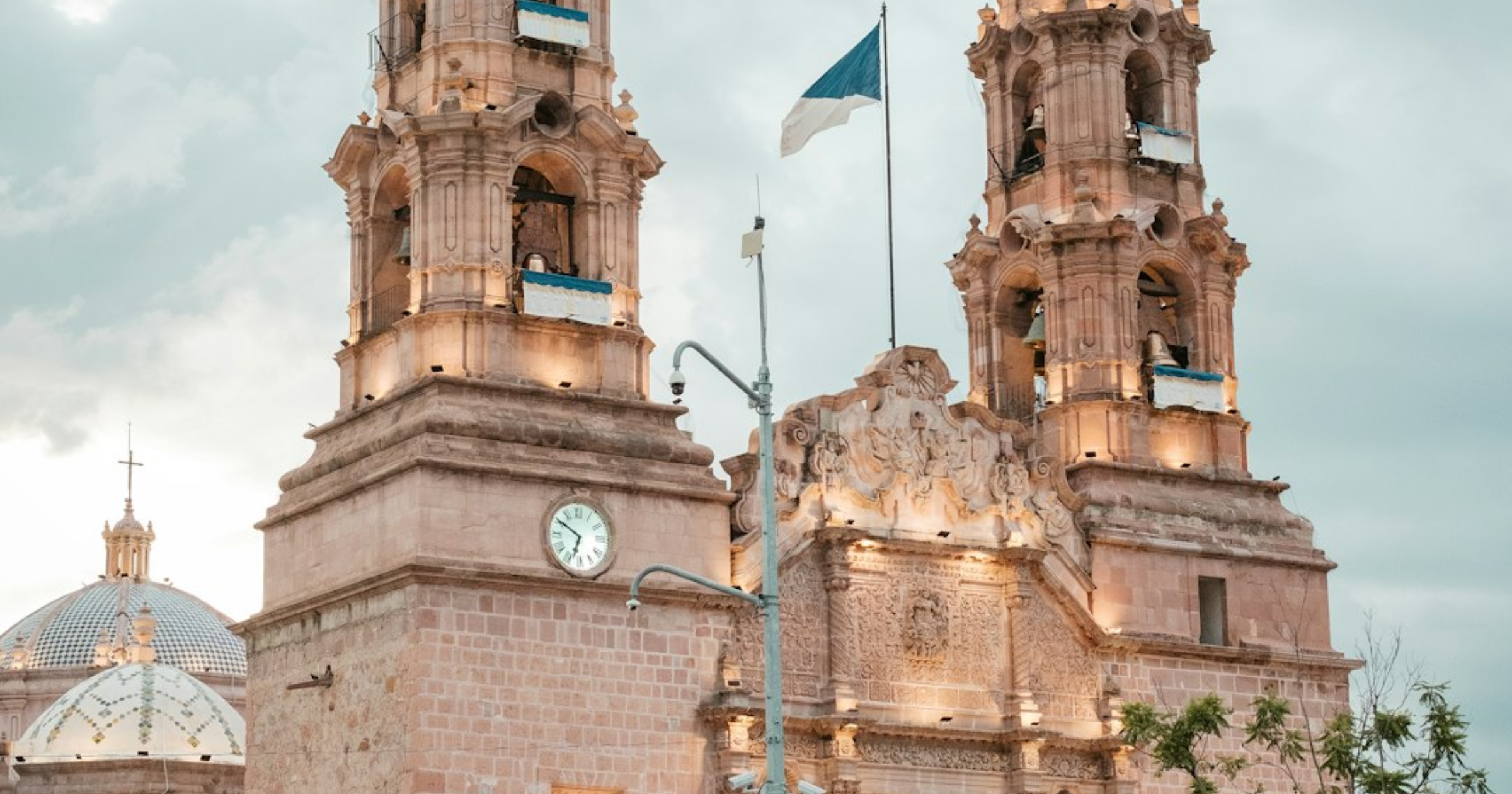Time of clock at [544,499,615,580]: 6:50
